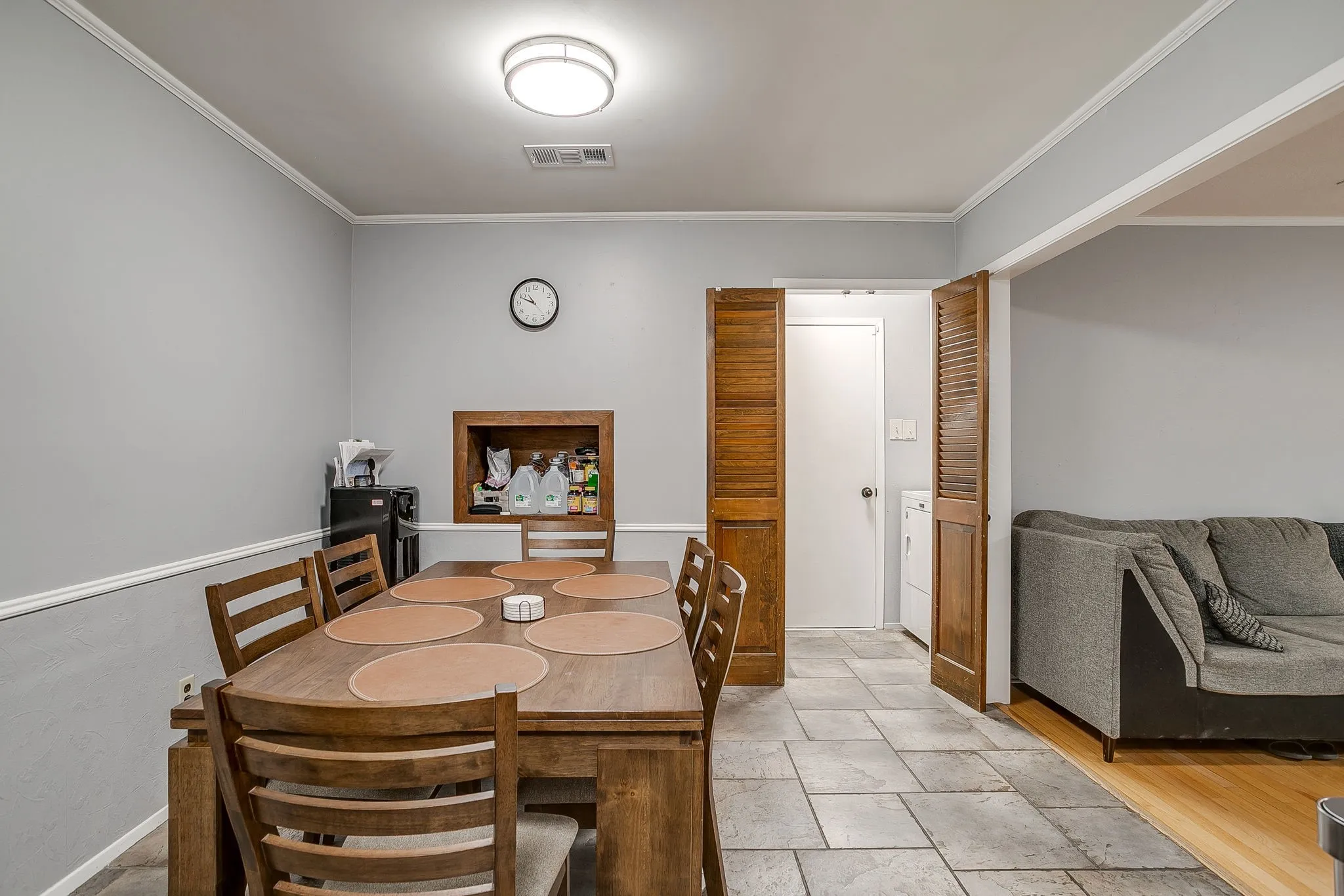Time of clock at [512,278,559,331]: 10:48
